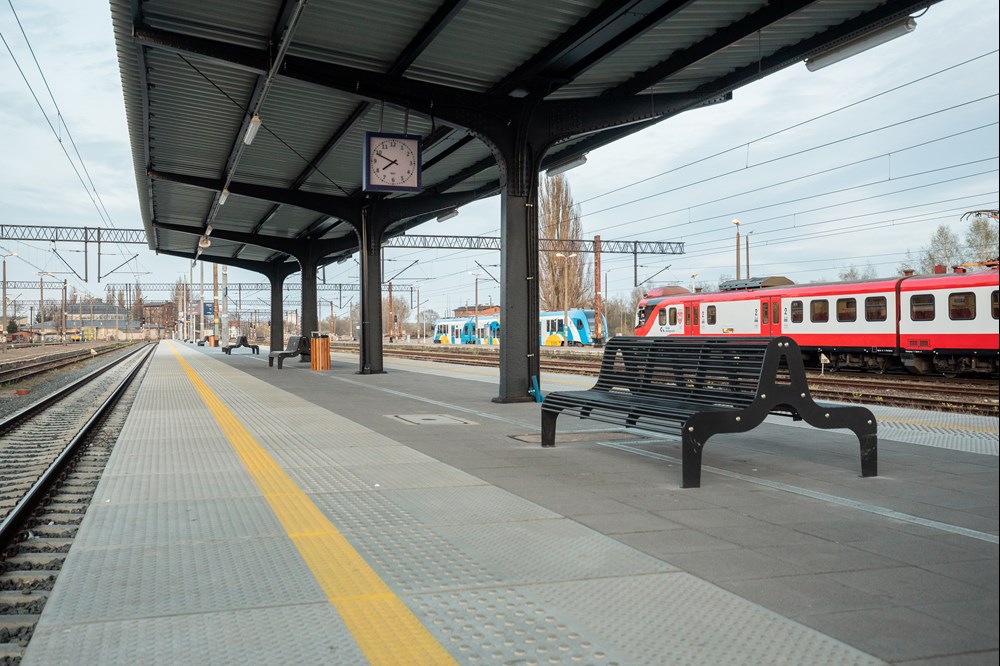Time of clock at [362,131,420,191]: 7:48
